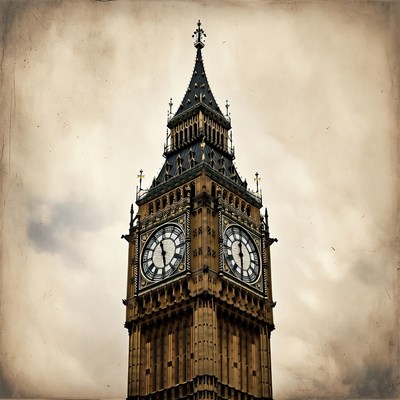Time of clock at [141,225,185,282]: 11:28
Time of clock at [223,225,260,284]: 5:59
